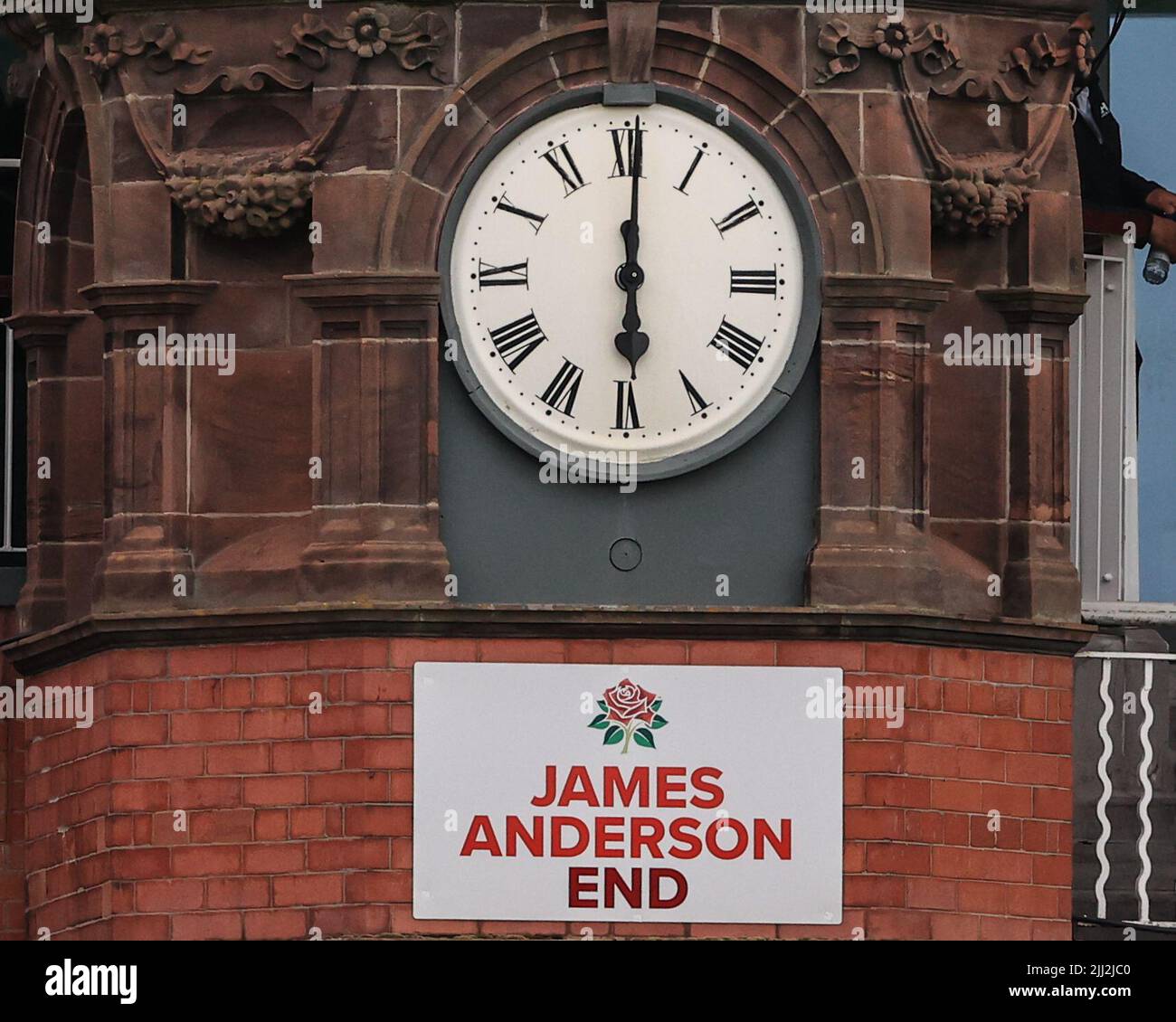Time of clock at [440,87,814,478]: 6:00
